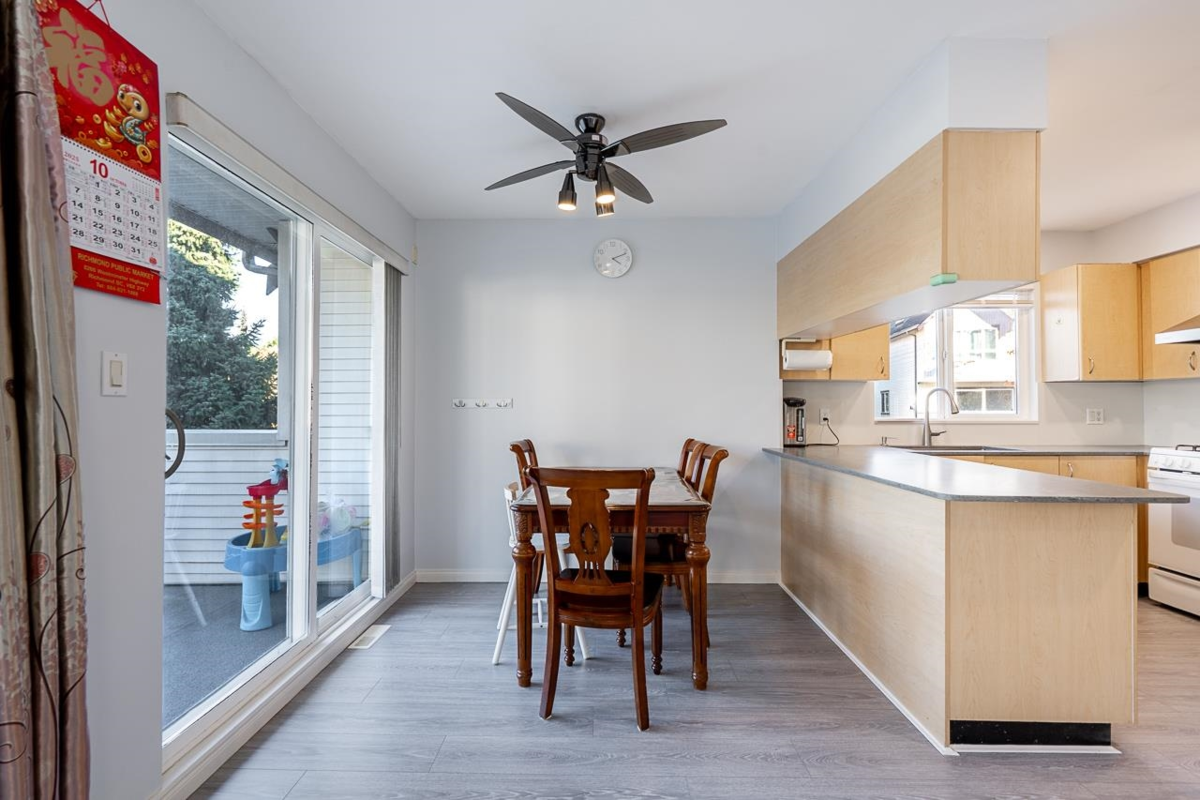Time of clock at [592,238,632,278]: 4:11
